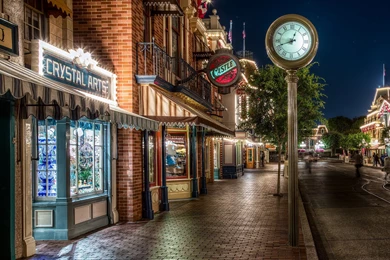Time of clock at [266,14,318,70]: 12:41
